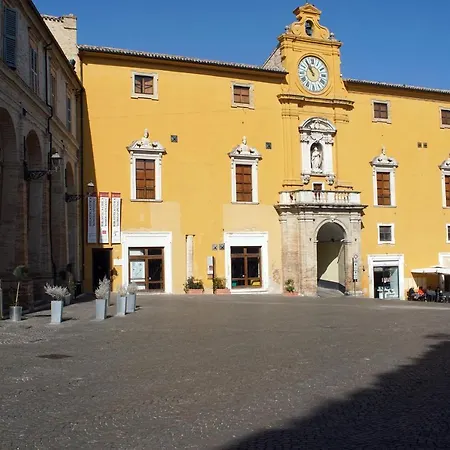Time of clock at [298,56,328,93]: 10:55
